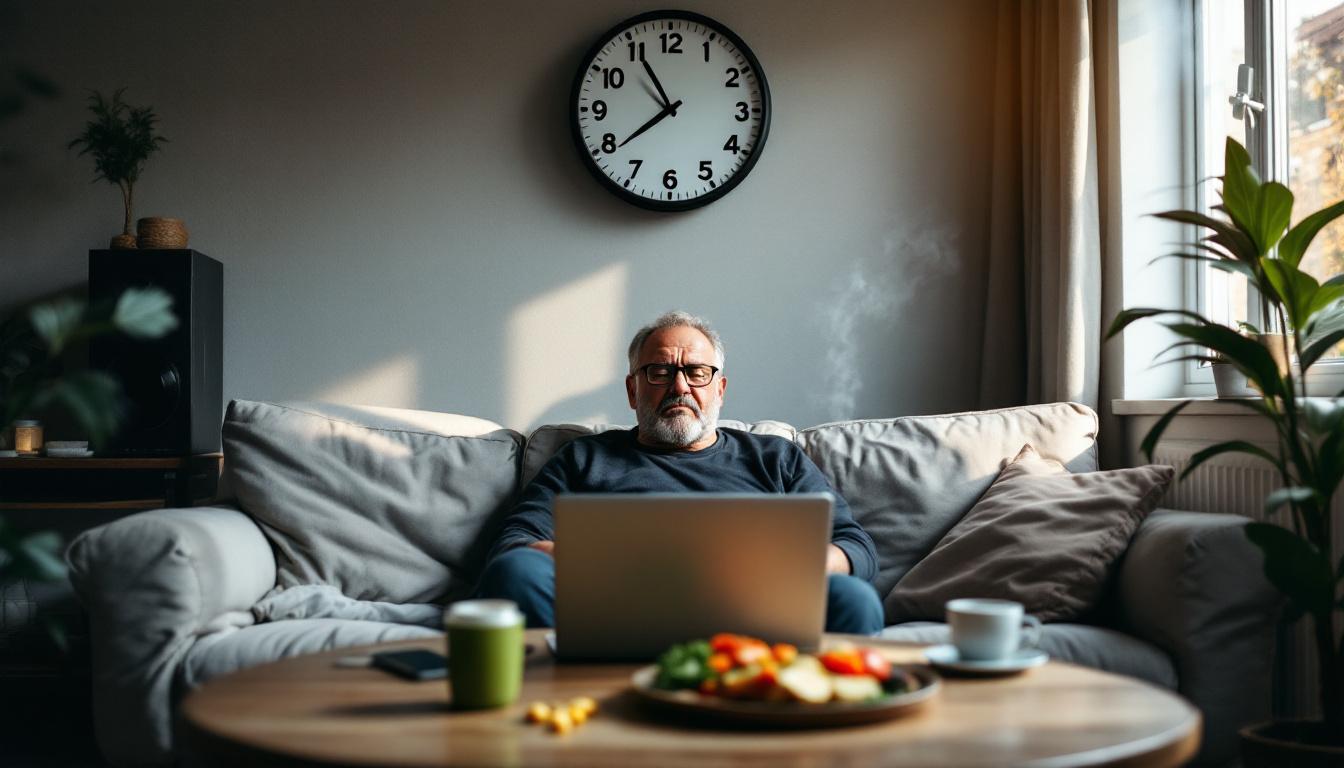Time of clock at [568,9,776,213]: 7:54
